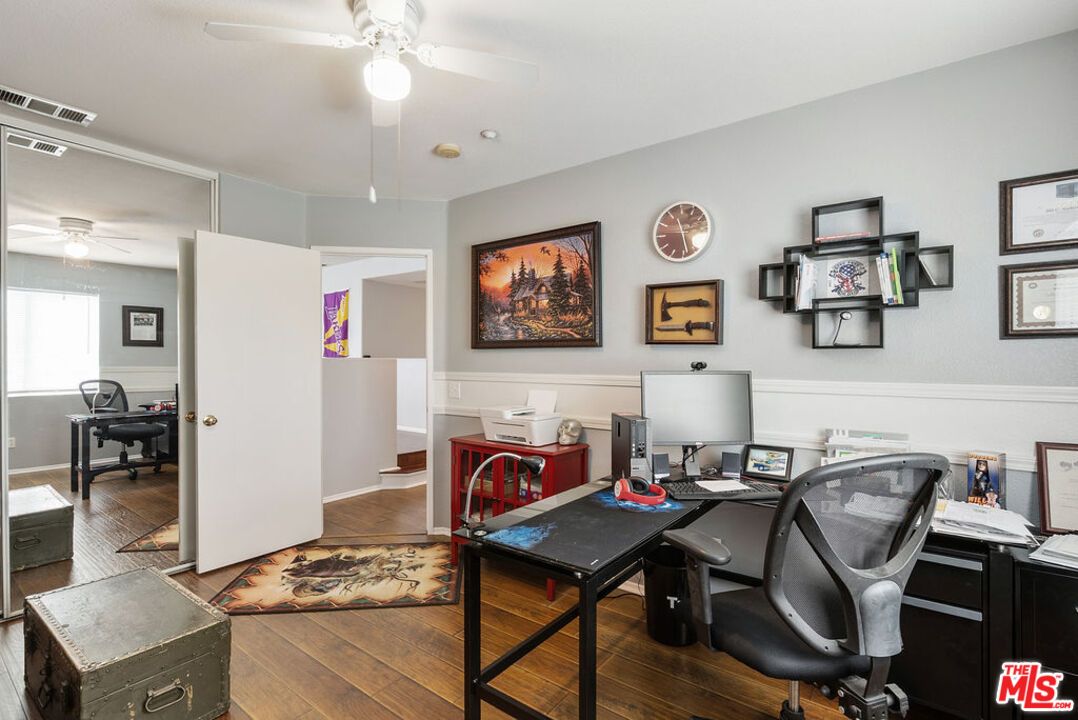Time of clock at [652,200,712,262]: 11:28
